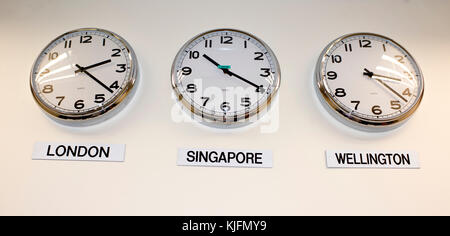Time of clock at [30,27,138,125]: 2:21
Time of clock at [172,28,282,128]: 10:19
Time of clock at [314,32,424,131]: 3:22
